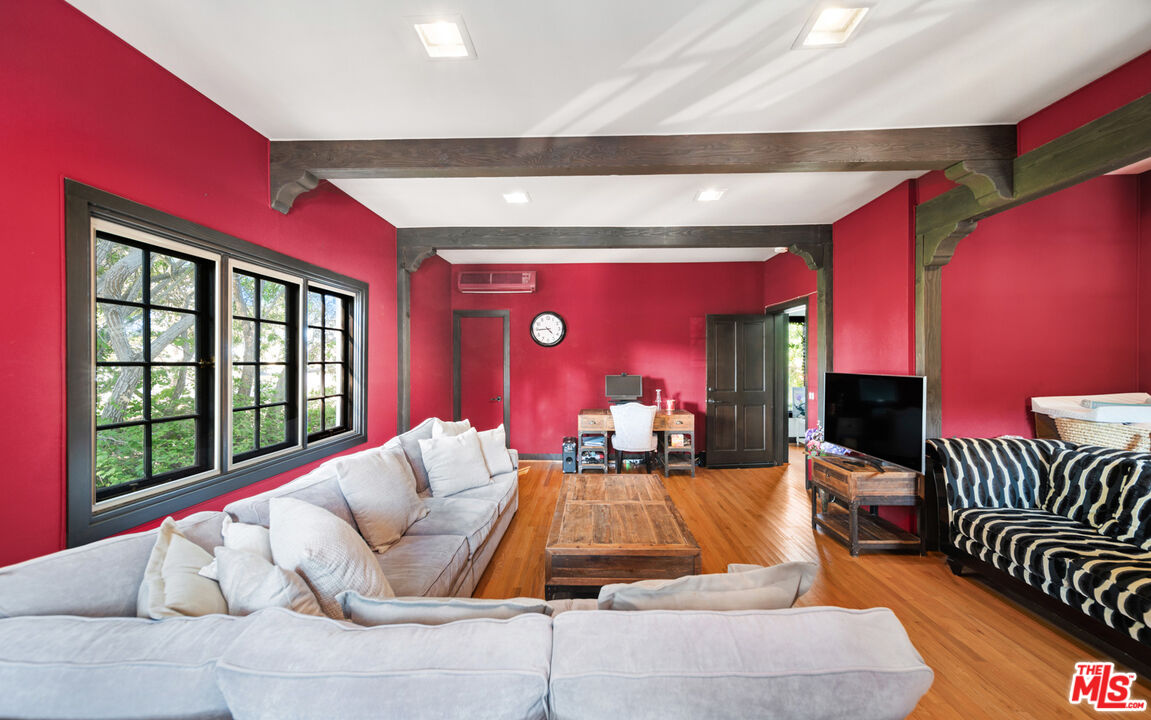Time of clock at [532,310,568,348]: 4:44
